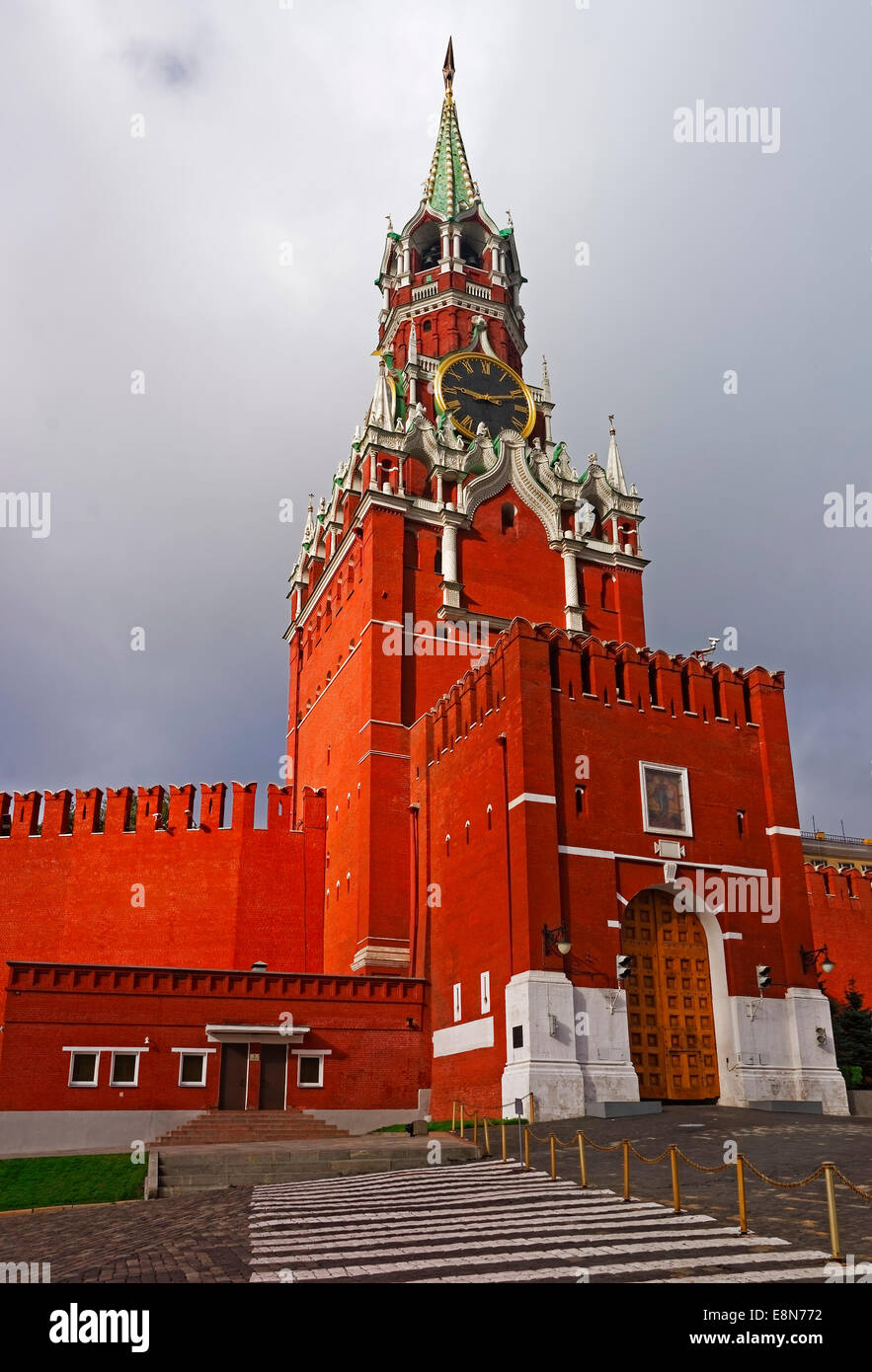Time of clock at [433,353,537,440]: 9:12
